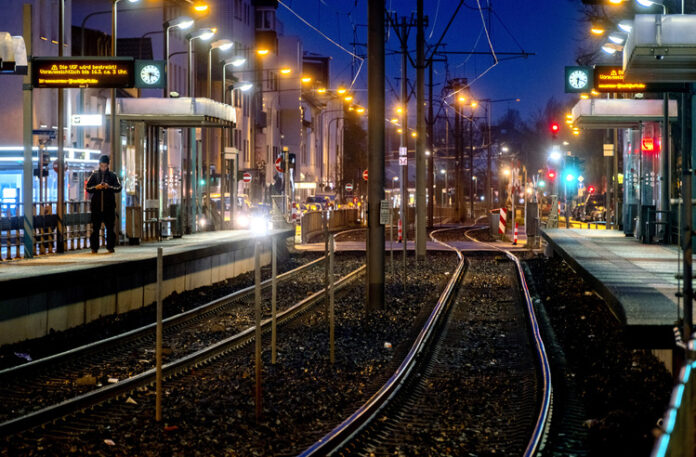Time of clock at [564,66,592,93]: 6:18
